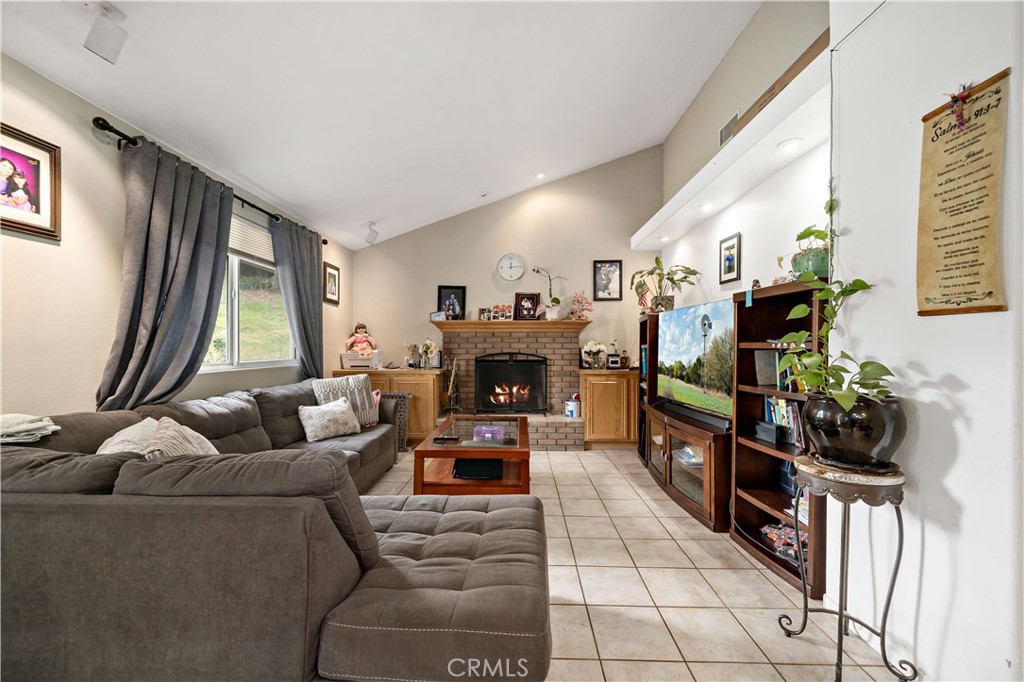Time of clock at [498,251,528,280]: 12:13
